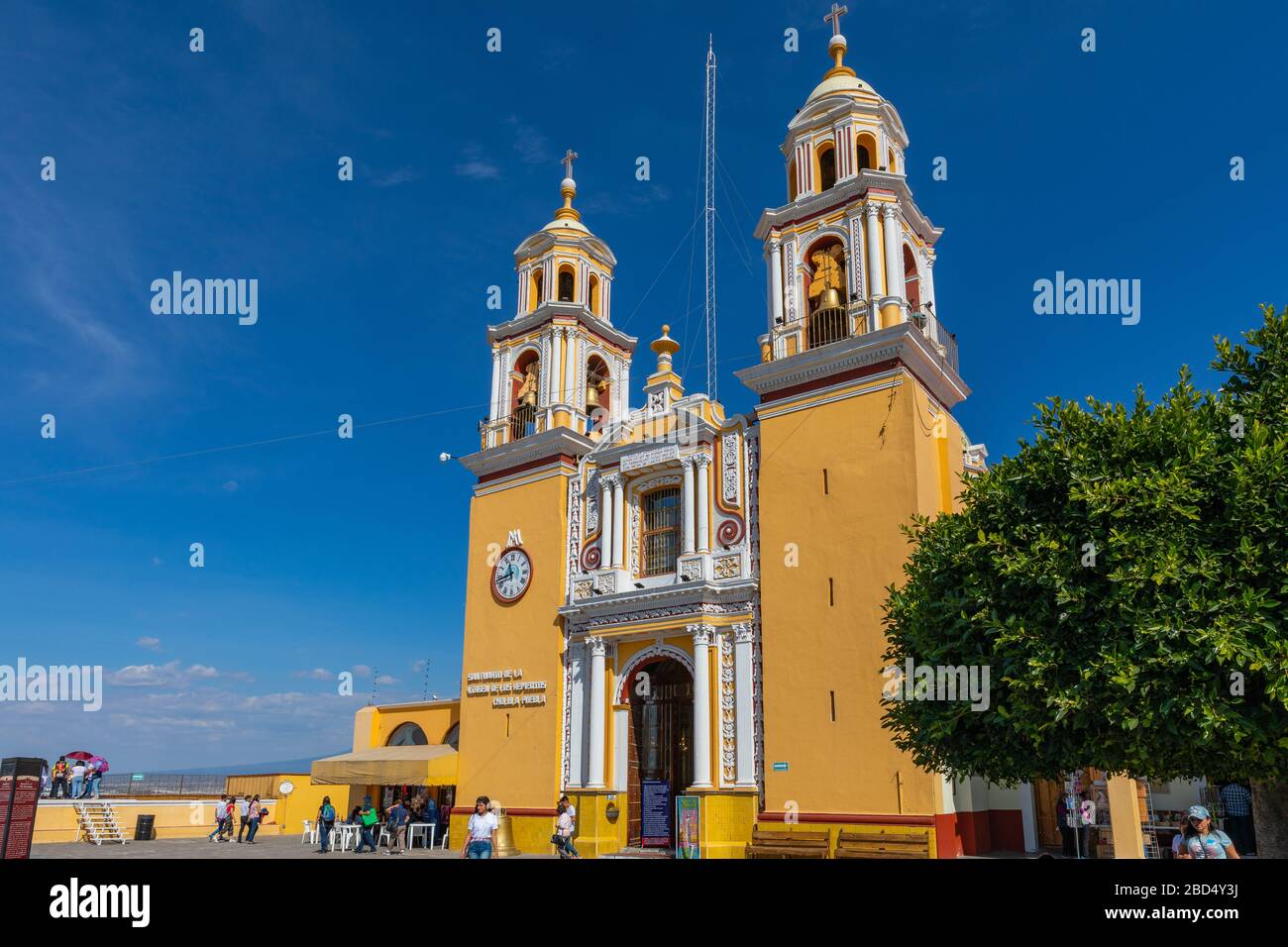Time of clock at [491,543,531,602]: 11:42
